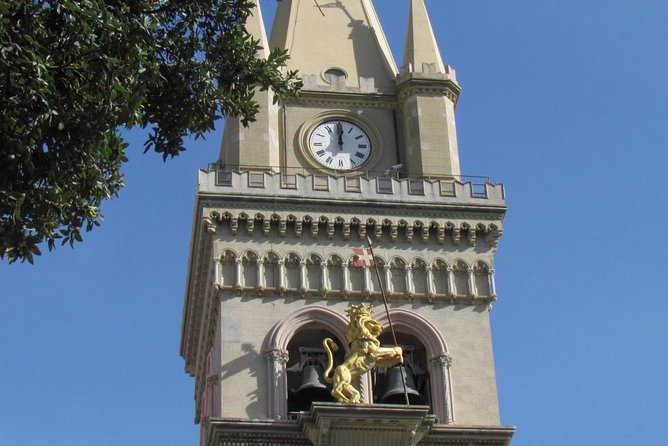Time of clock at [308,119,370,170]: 12:00
